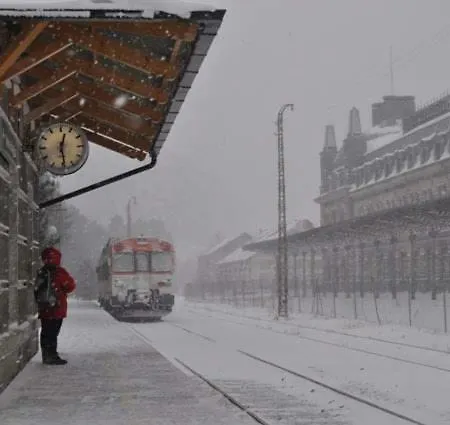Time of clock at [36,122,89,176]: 12:28
